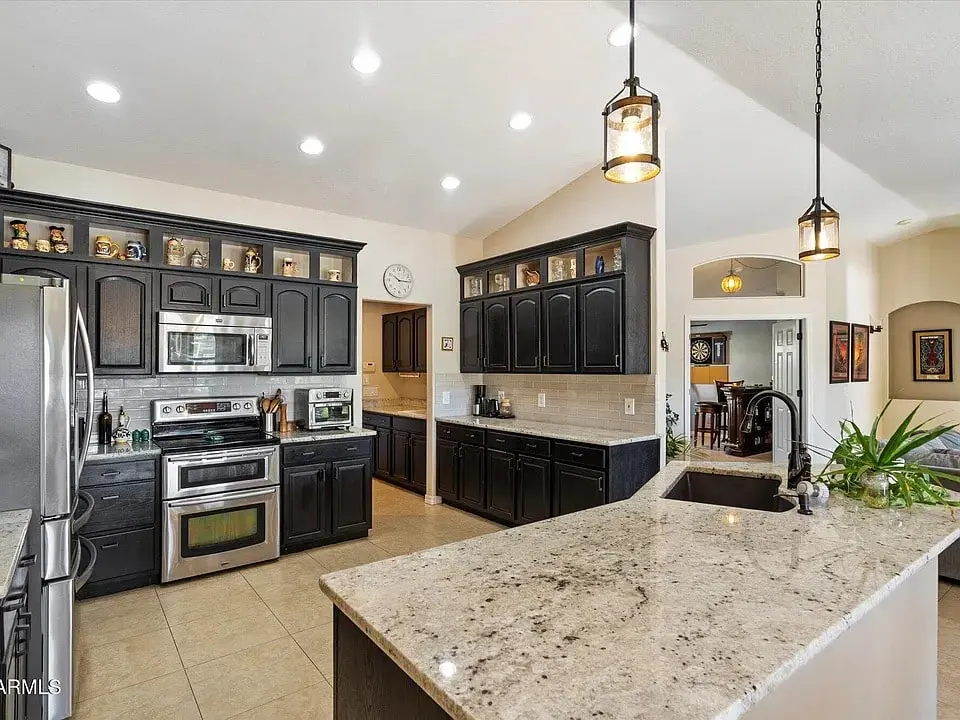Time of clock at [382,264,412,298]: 10:15
